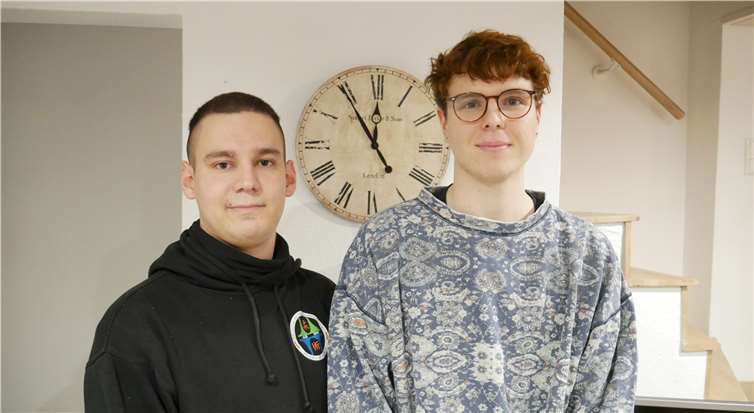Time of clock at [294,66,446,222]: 11:54
